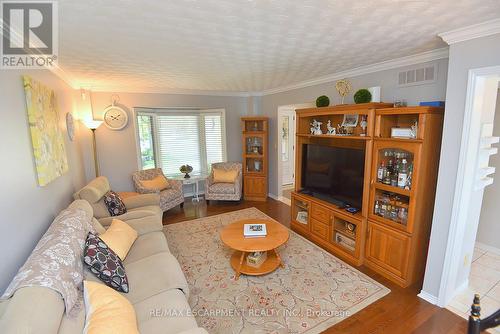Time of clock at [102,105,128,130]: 4:09
